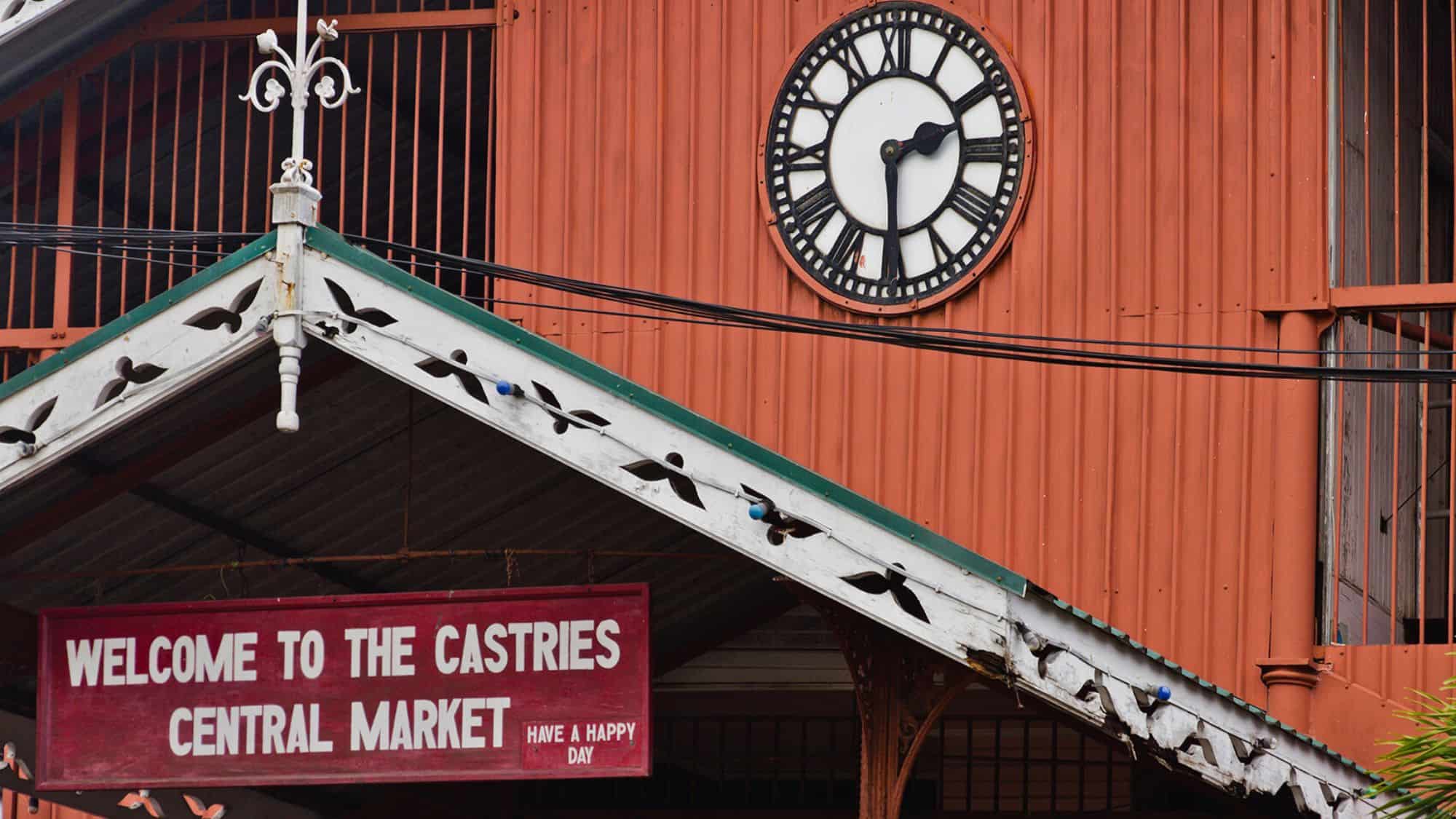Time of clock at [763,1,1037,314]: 2:29
